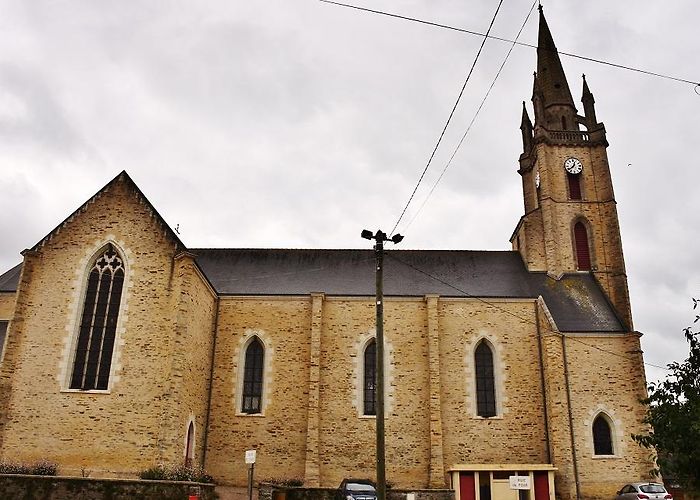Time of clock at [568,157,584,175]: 12:38
